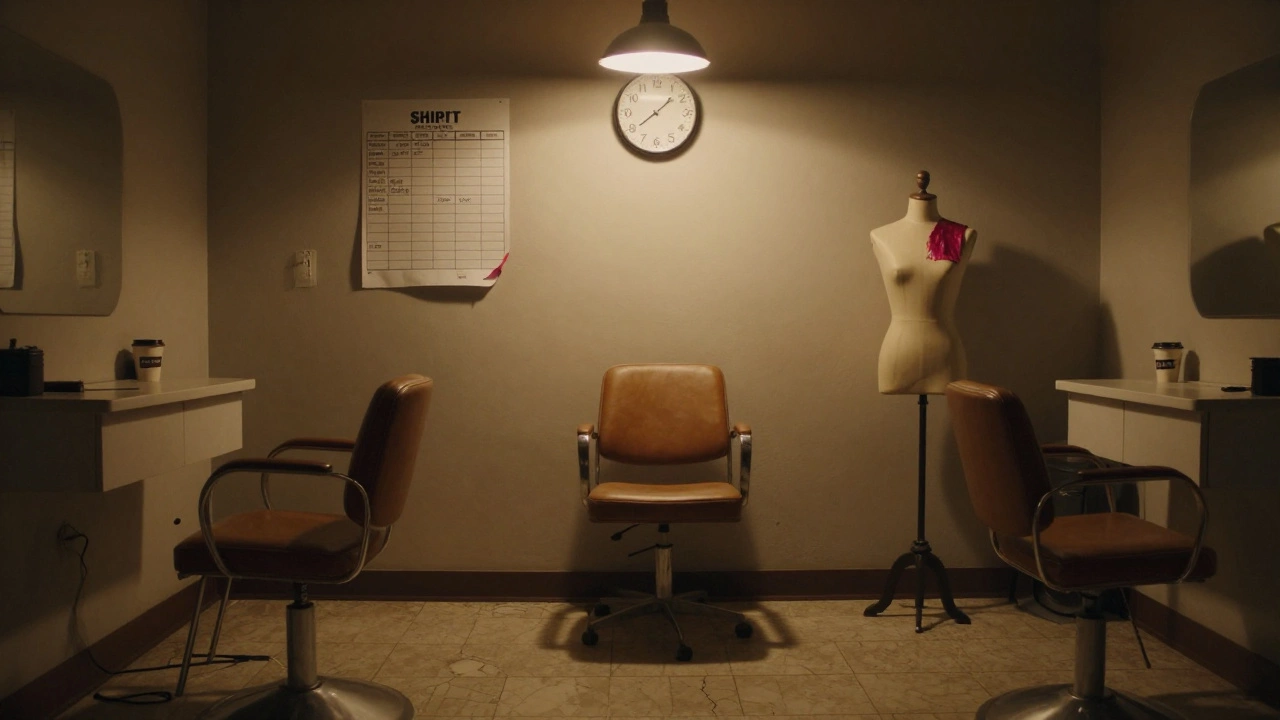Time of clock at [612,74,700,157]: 1:39
